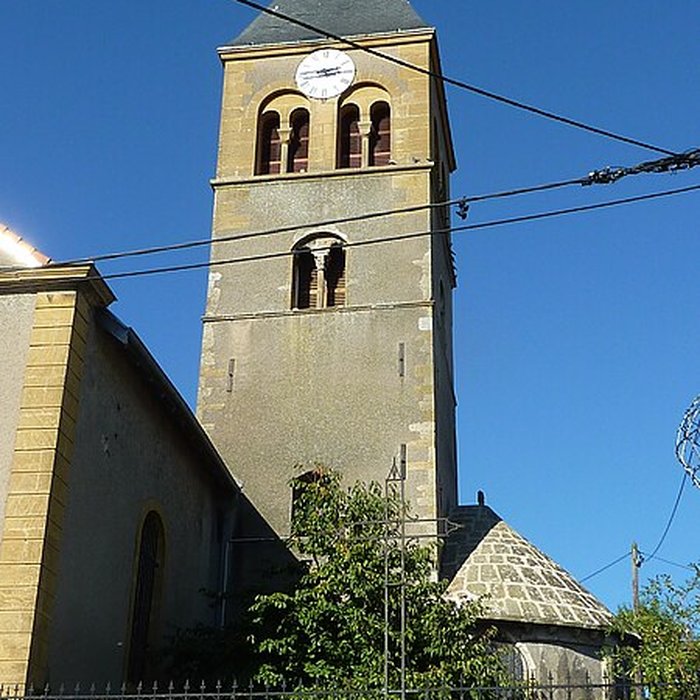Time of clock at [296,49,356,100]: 2:44
